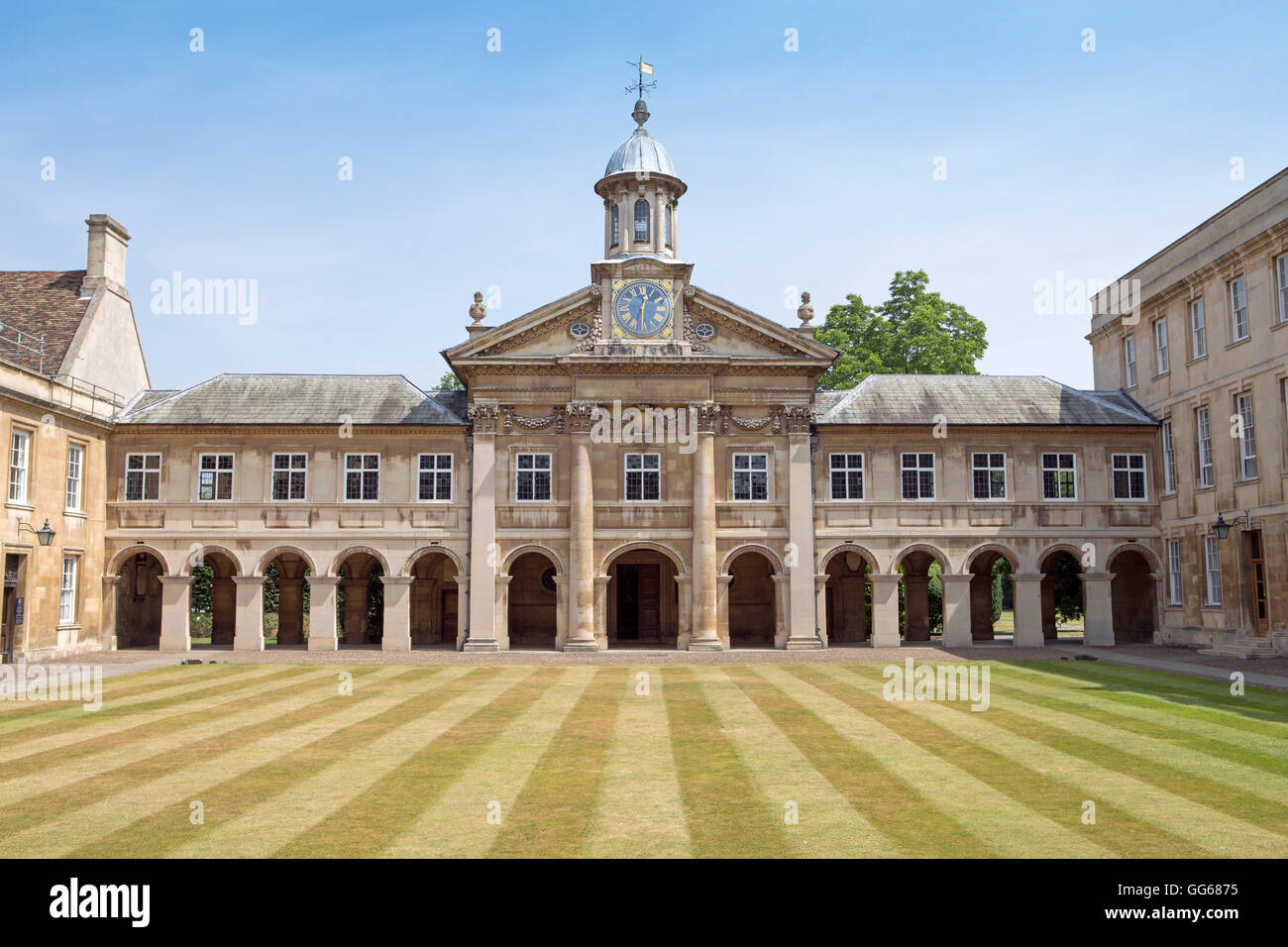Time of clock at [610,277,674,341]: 12:30
